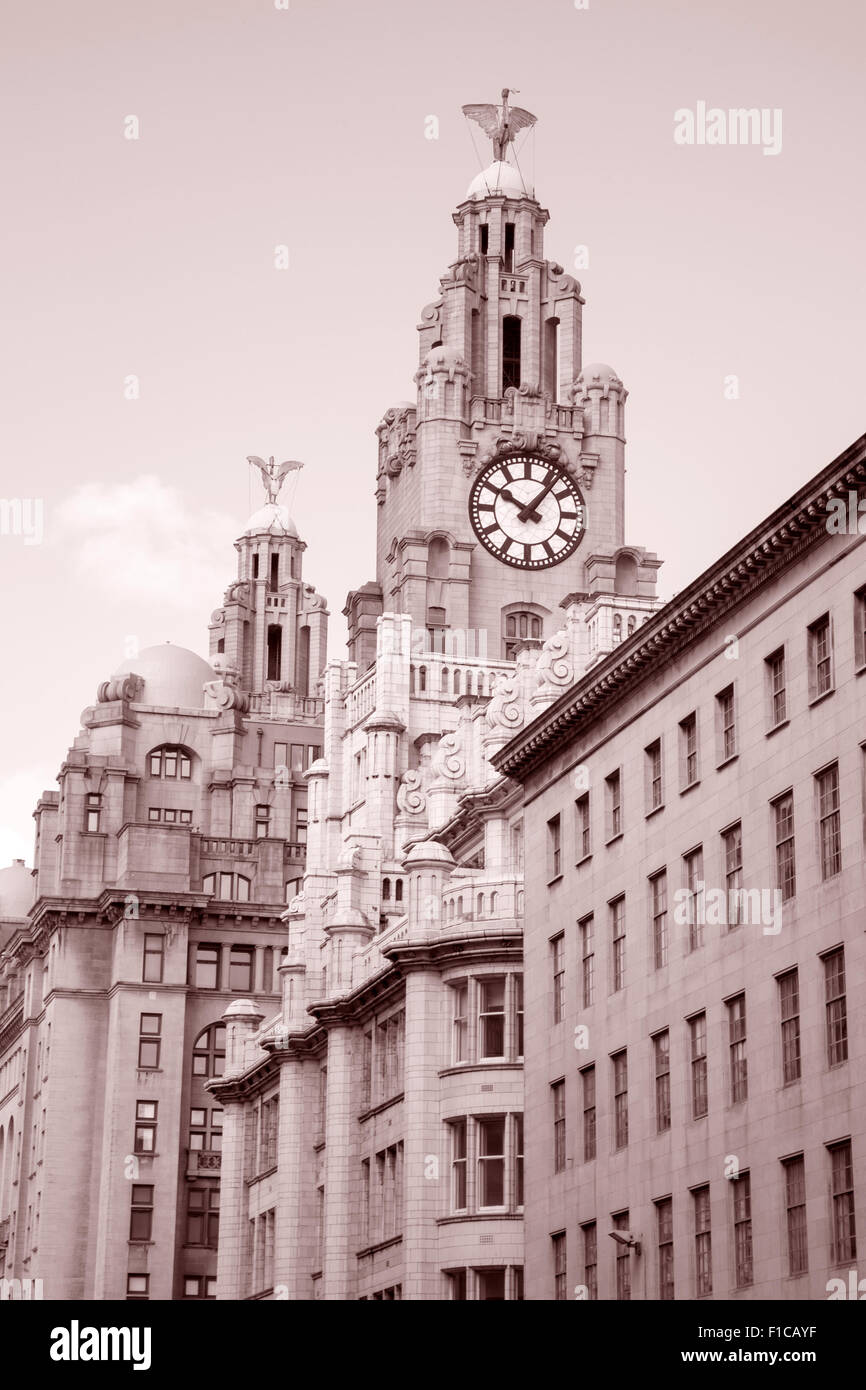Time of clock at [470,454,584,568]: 10:06
